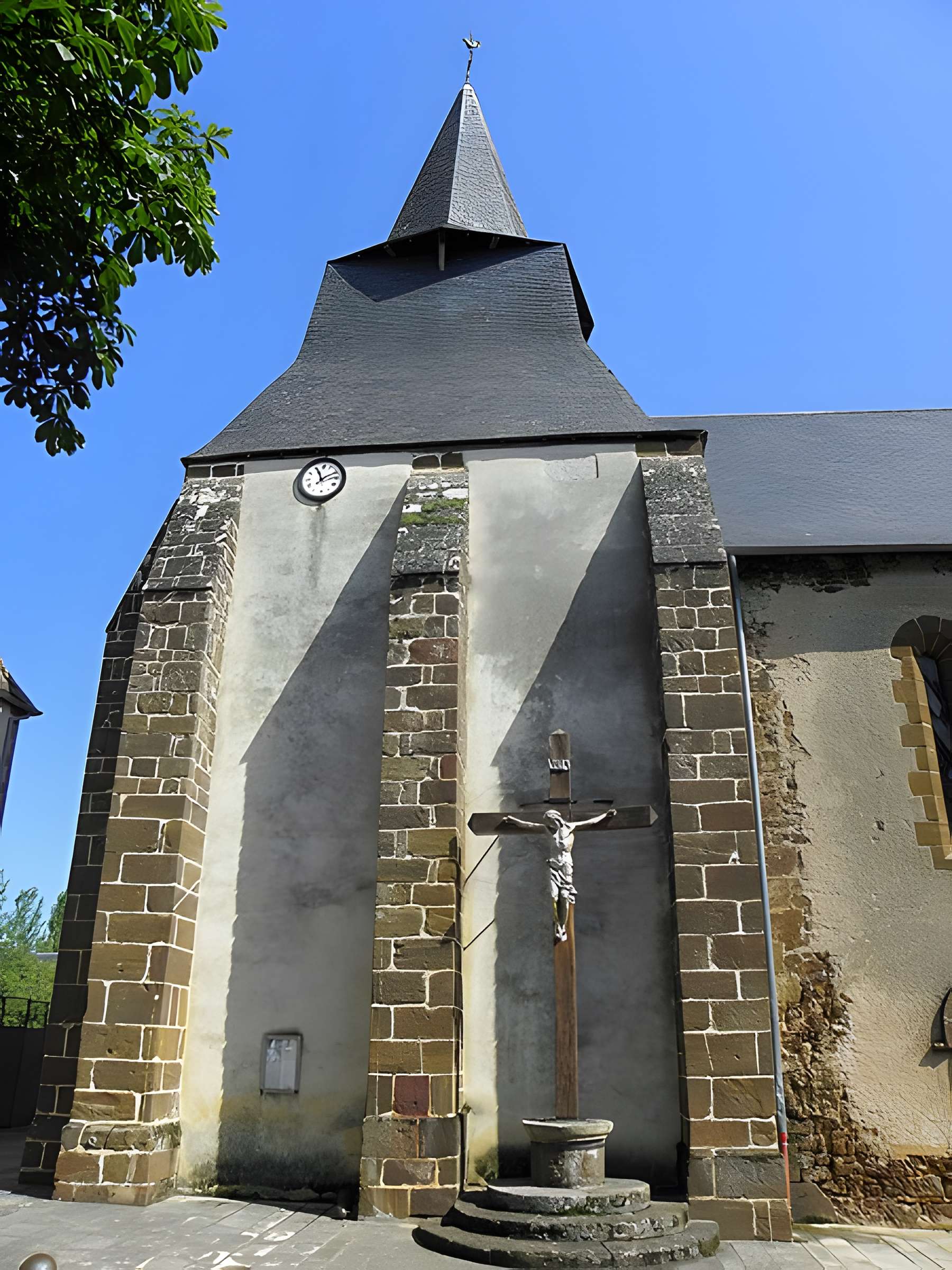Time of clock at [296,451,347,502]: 11:10
